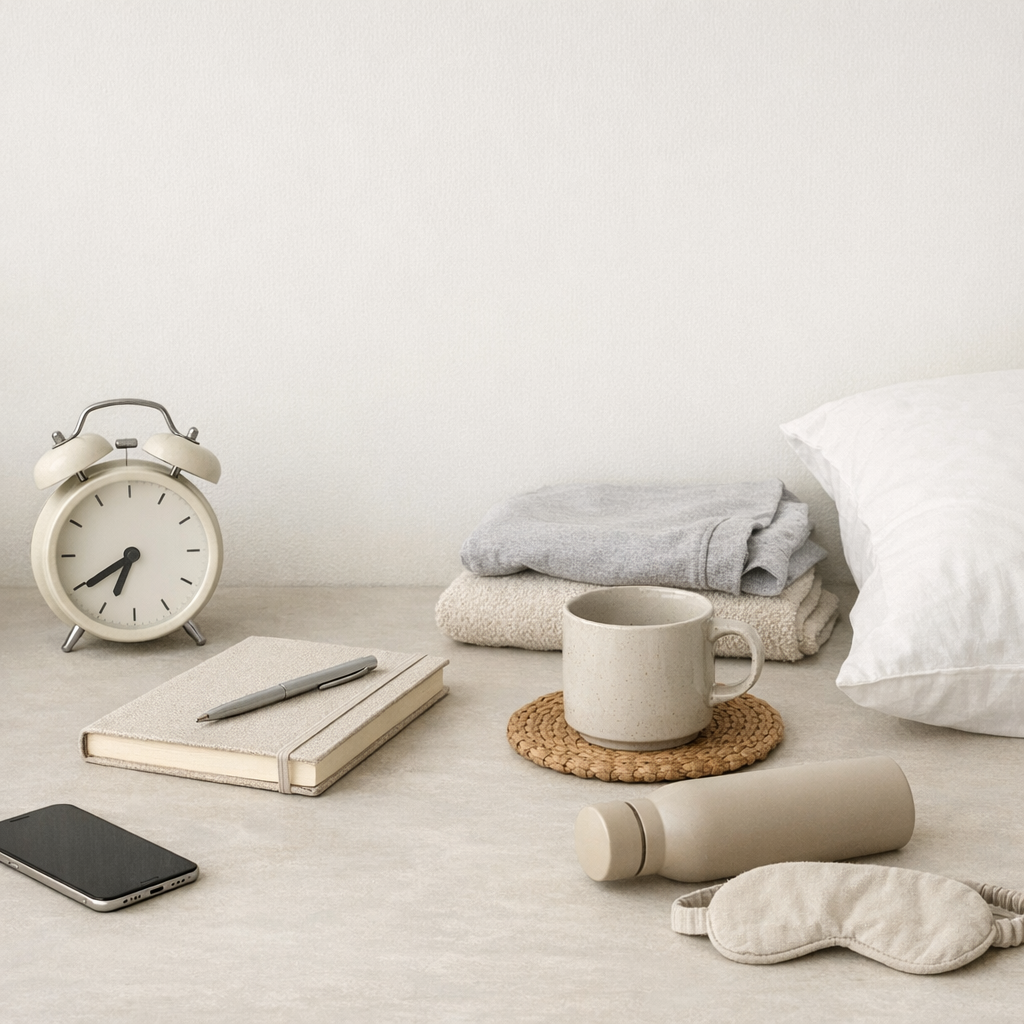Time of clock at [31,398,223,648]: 6:39
